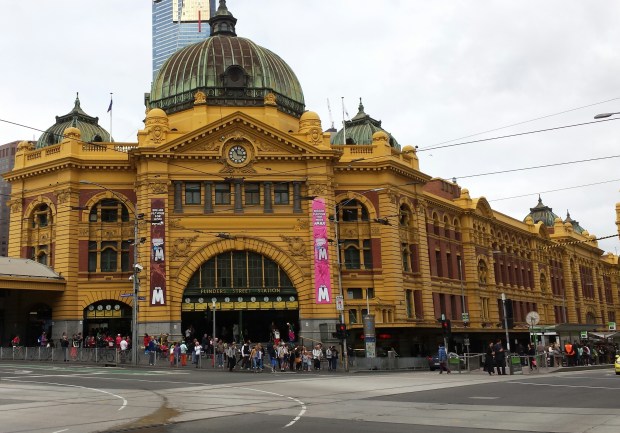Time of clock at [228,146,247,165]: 11:16
